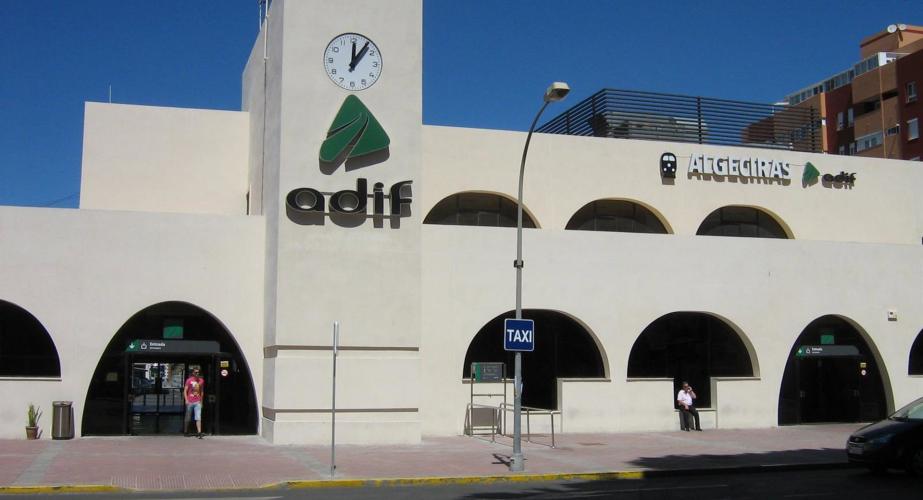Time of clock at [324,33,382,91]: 12:06
